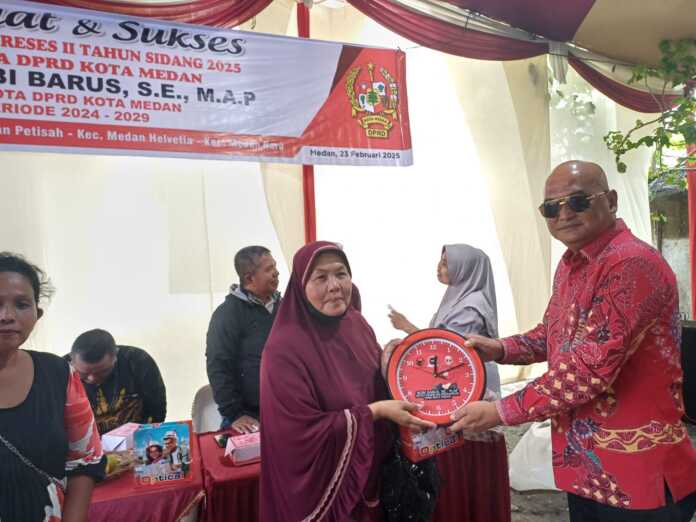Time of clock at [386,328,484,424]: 12:11
